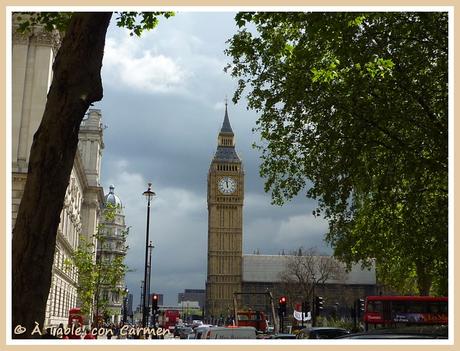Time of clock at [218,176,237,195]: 11:58
